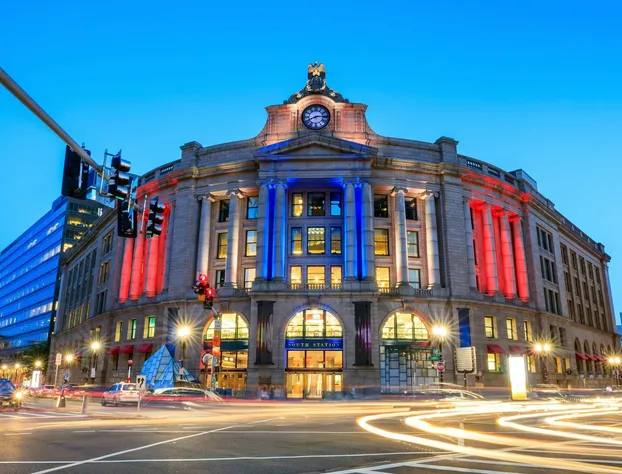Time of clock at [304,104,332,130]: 8:14
